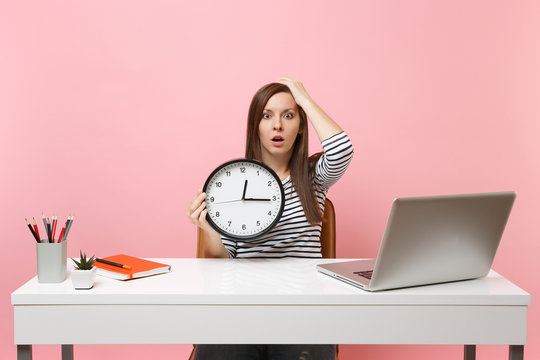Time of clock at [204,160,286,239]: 12:15
